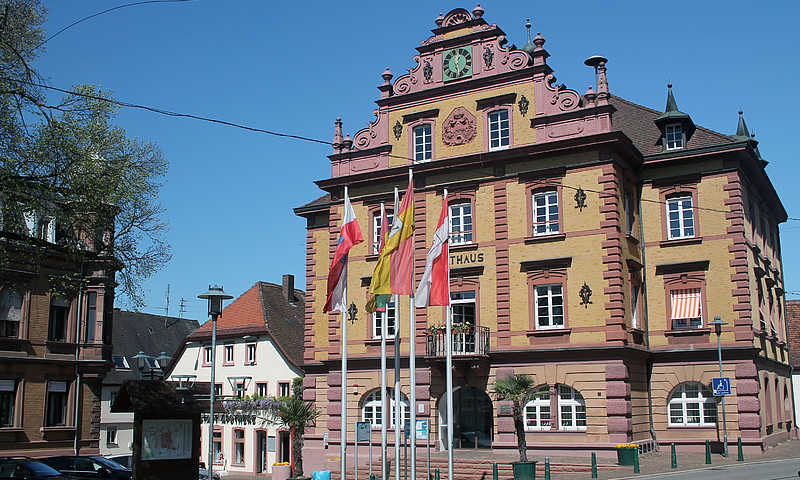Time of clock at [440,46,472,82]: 12:28
